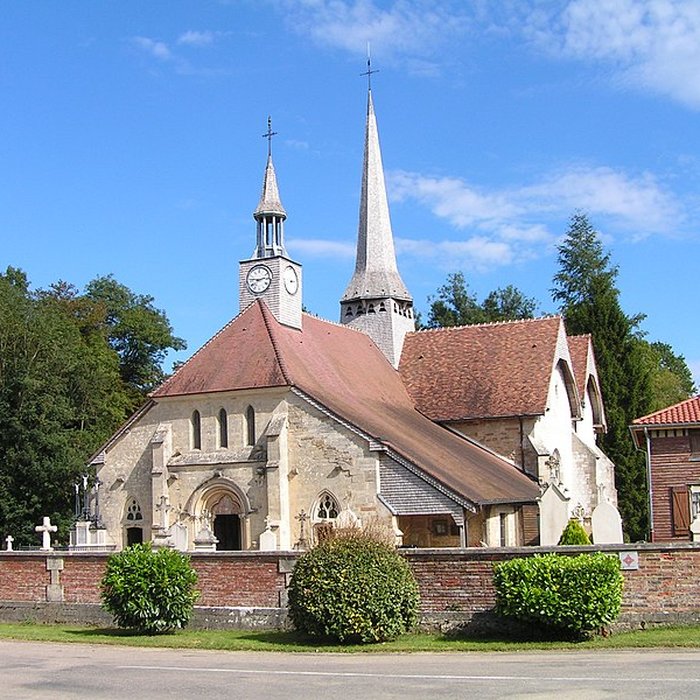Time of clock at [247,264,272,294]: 2:46
